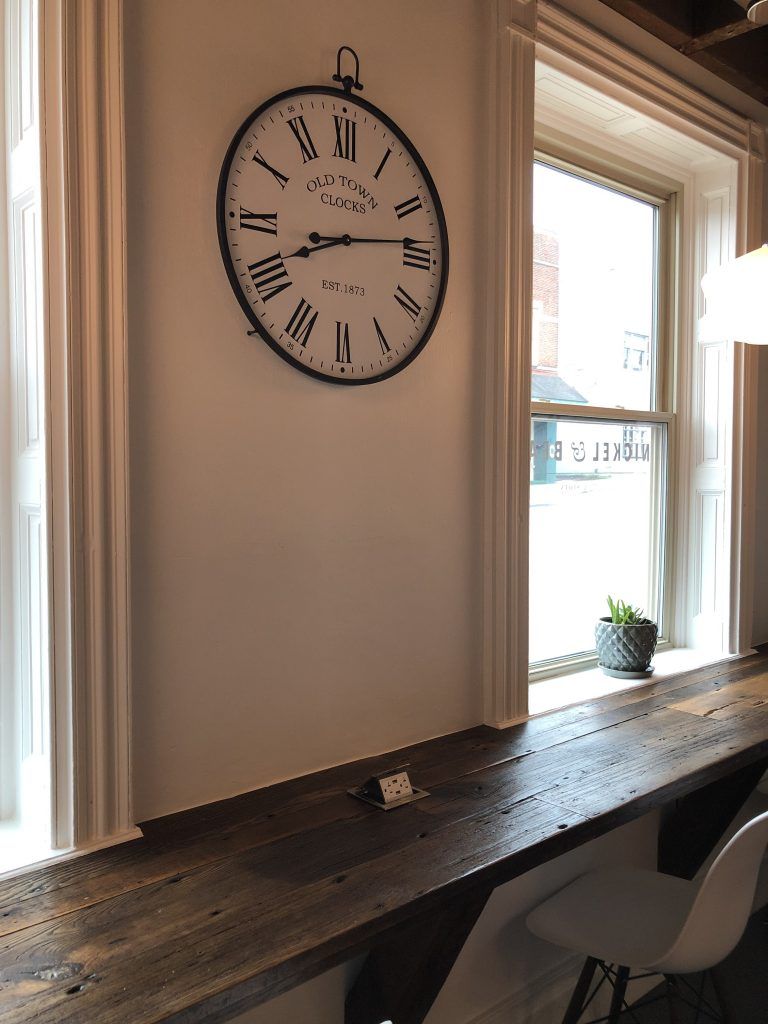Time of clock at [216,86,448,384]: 8:13
